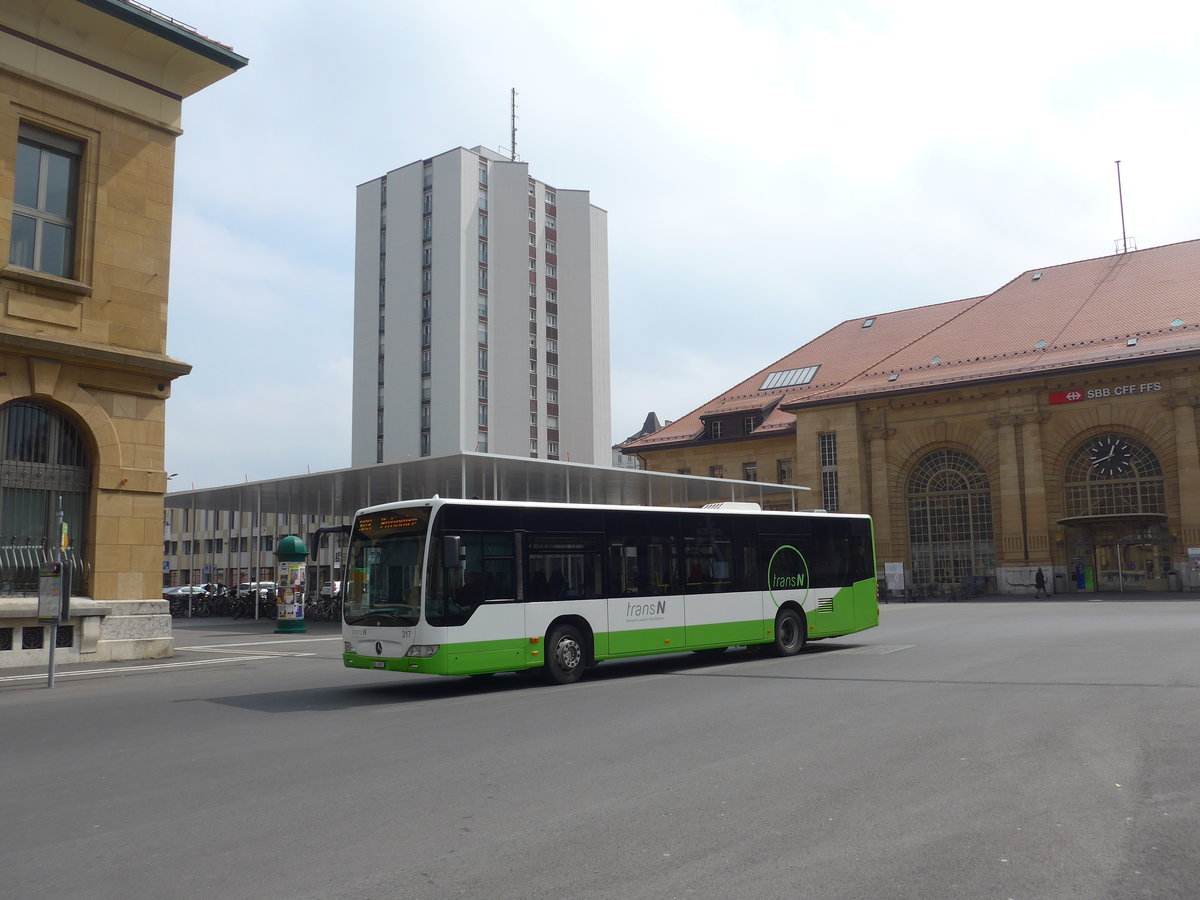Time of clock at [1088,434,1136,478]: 12:41
